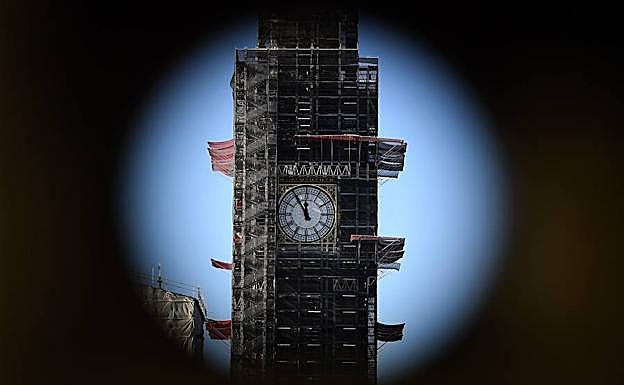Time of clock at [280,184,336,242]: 11:54
